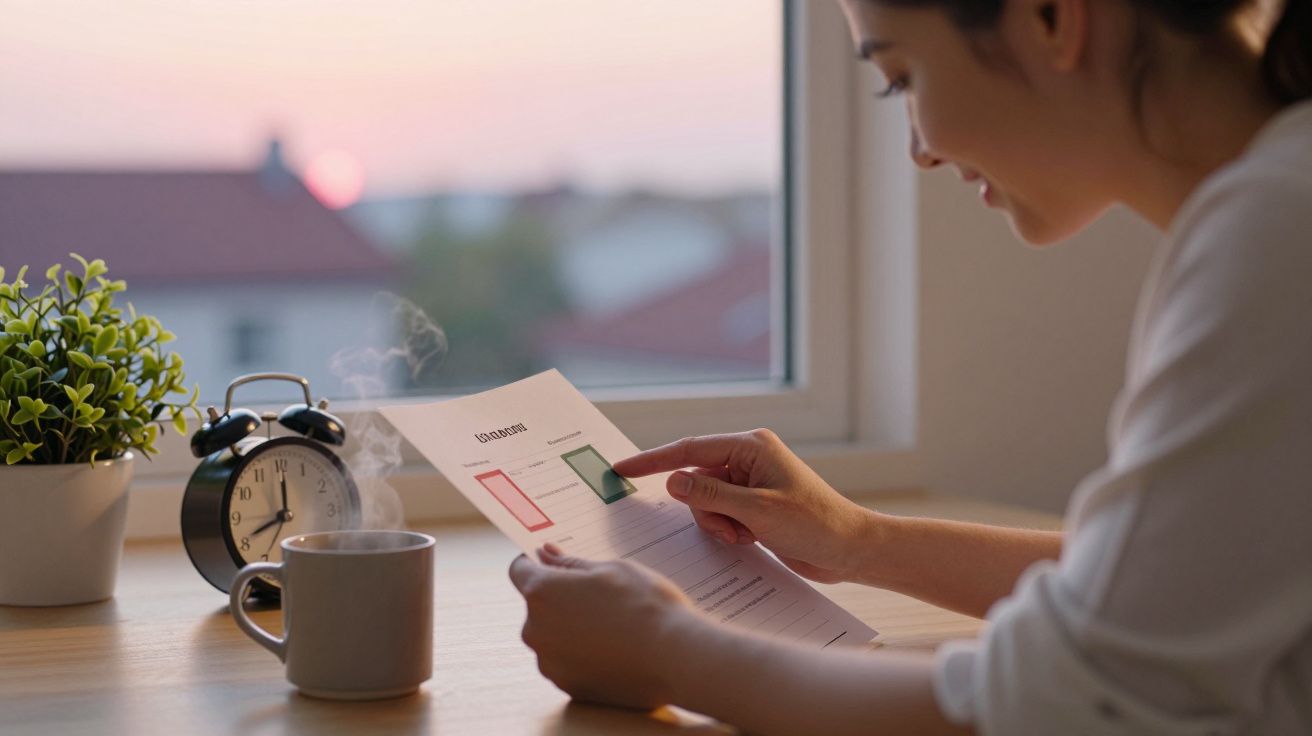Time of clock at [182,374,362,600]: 8:01
